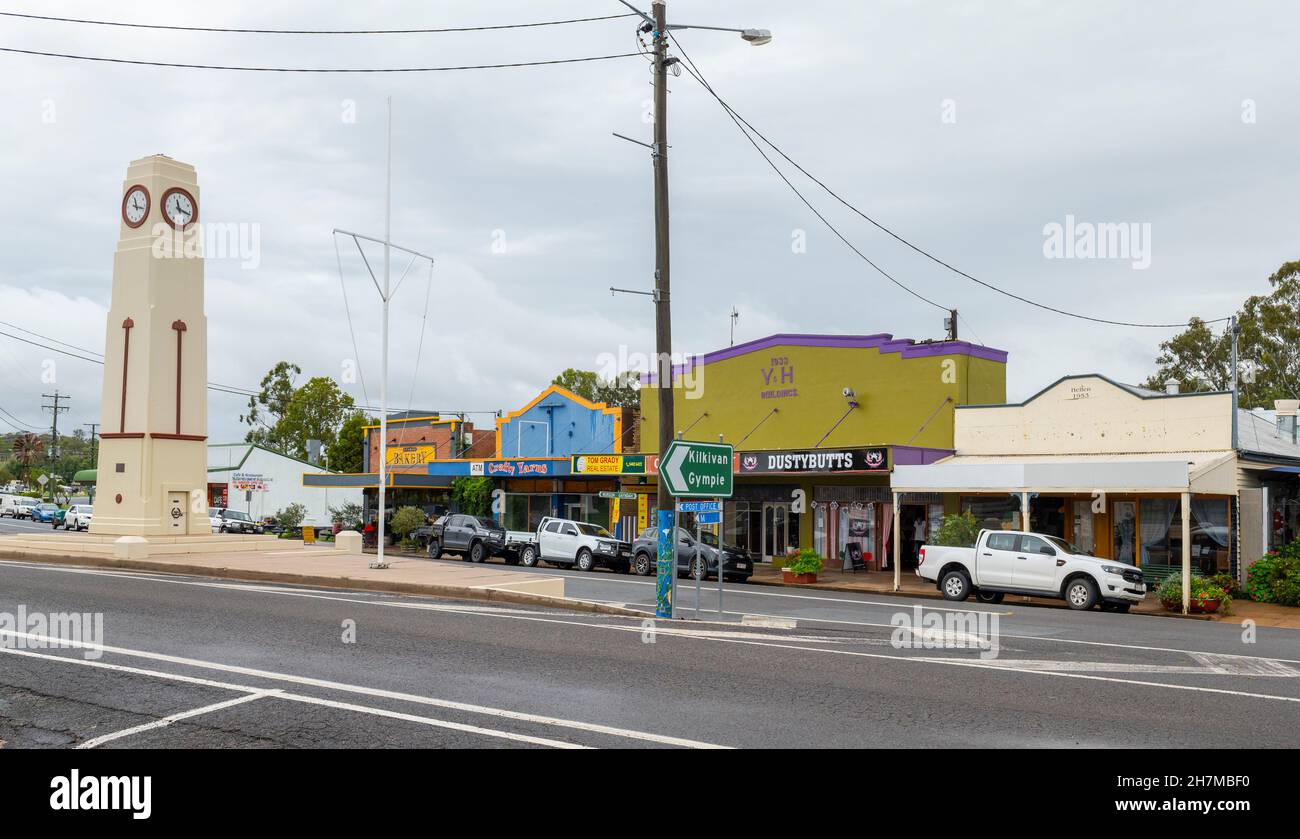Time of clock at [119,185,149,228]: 11:17
